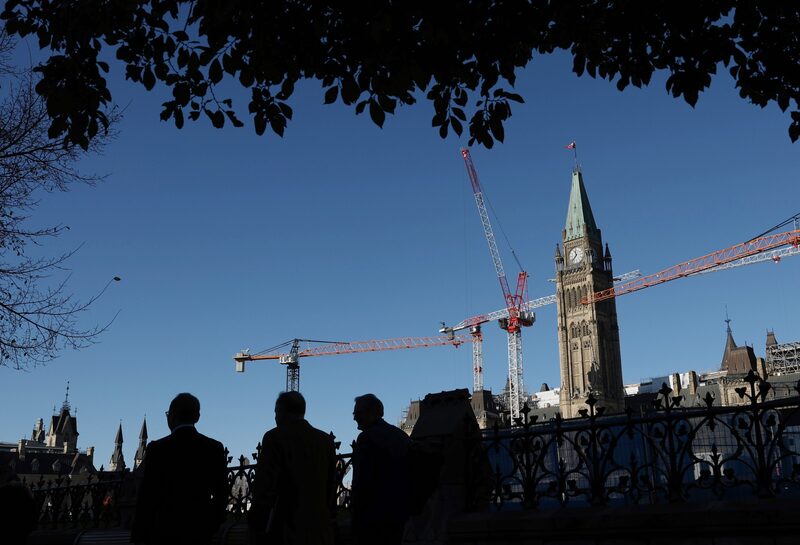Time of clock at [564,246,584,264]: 11:37
